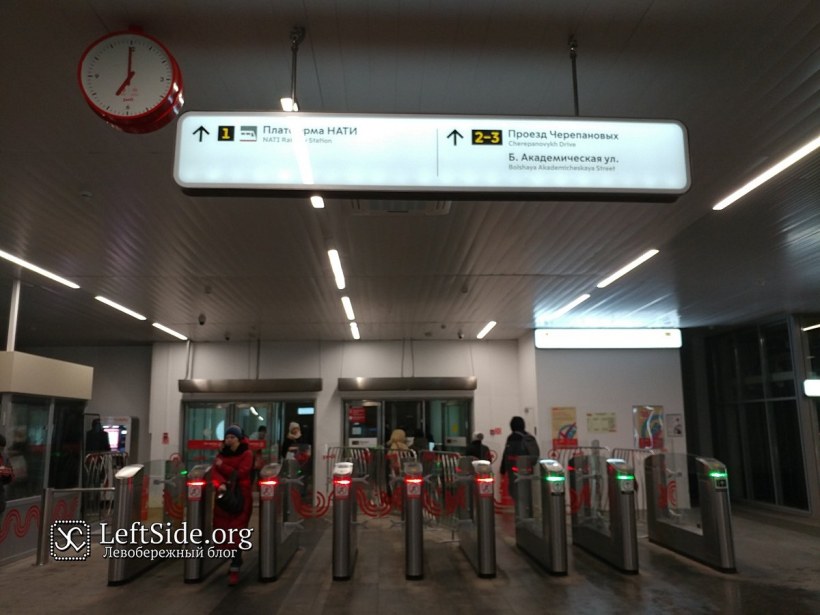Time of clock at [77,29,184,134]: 7:00
